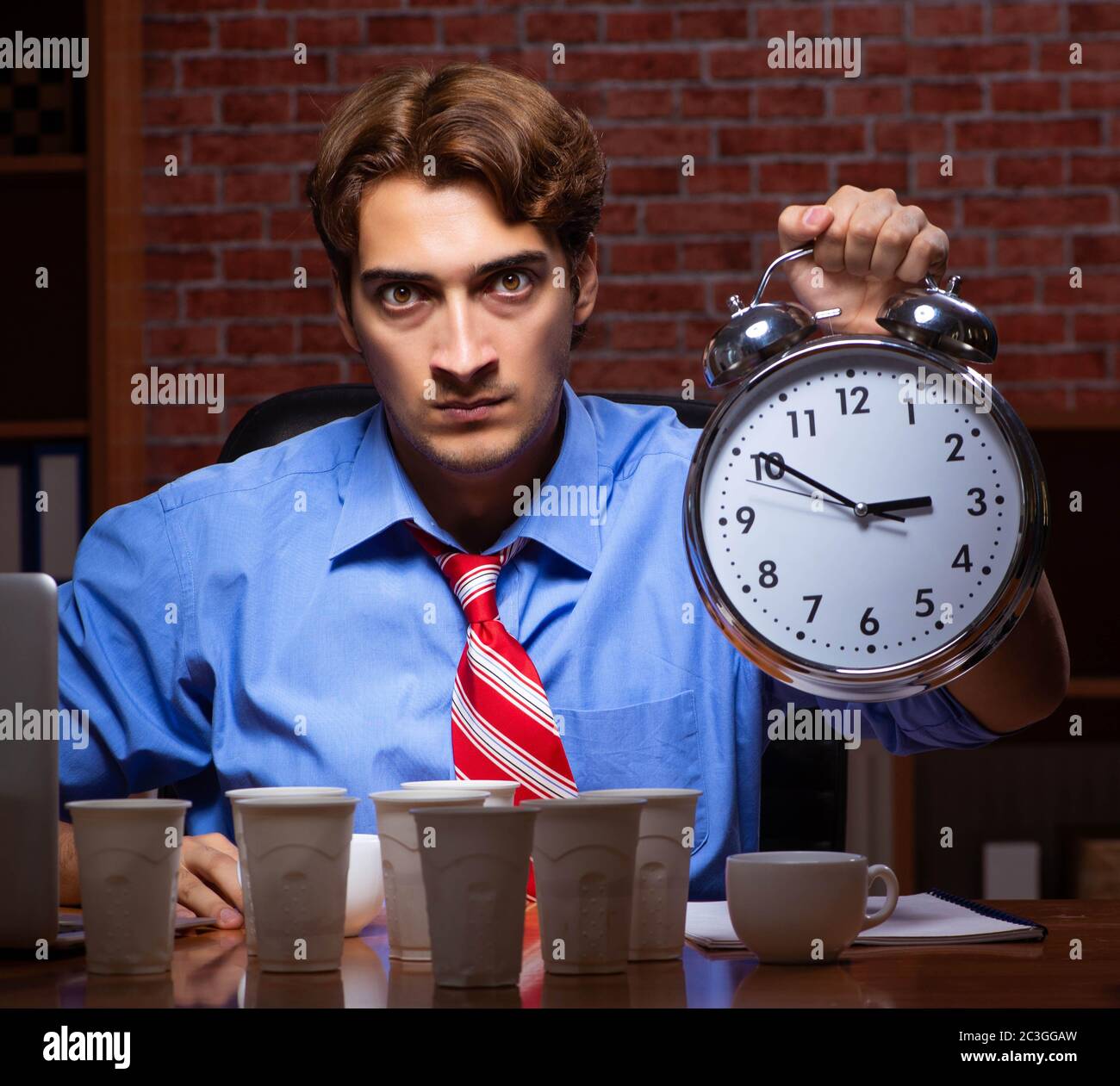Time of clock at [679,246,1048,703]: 2:50
